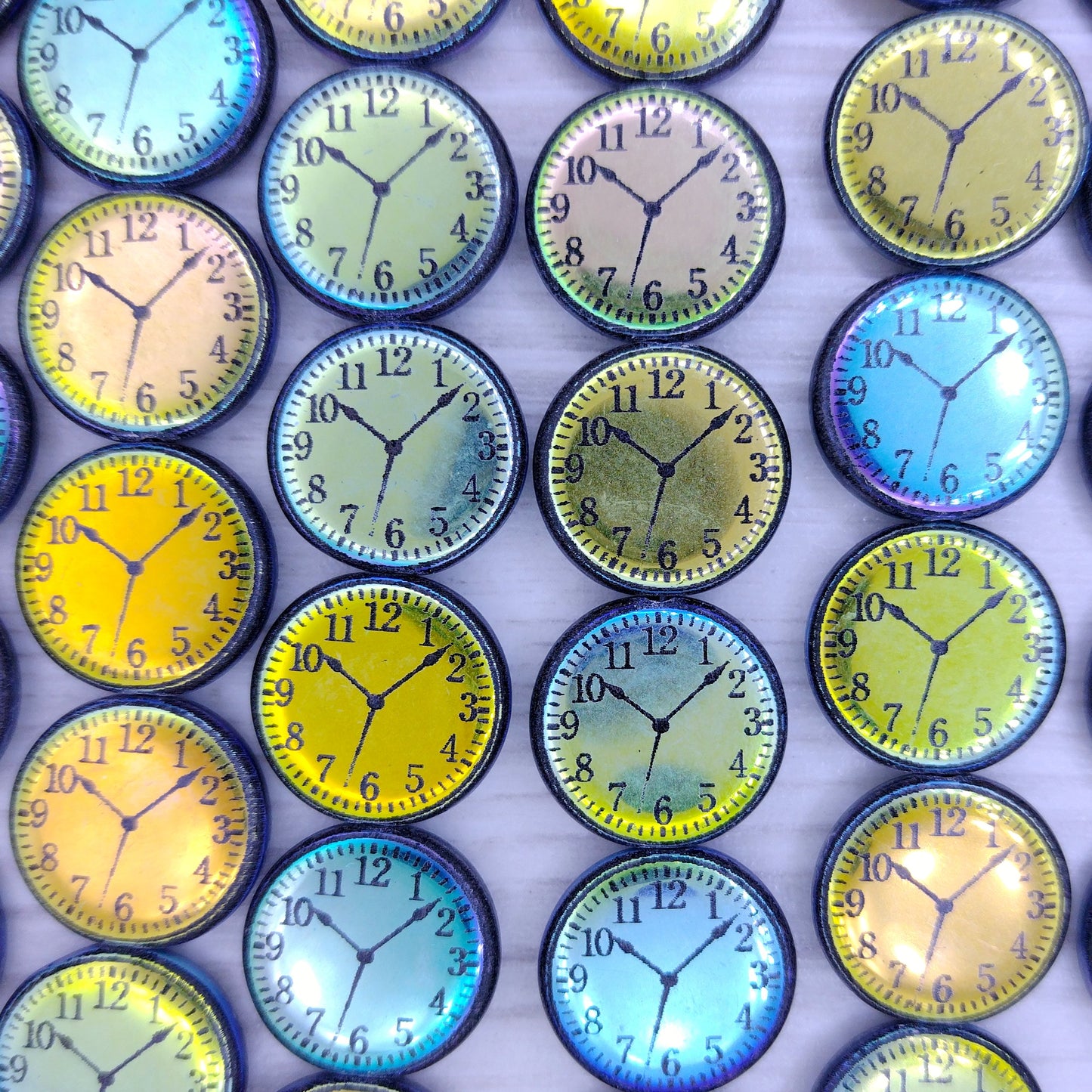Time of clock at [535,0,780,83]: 10:07
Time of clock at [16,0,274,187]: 10:07
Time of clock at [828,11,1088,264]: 10:08
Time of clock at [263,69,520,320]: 10:08
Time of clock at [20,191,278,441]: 10:07
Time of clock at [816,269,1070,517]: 10:08
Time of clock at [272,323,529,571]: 10:08
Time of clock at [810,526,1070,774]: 10:08
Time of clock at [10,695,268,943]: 10:08
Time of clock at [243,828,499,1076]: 10:08
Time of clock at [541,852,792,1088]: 10:08
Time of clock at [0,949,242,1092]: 10:08
